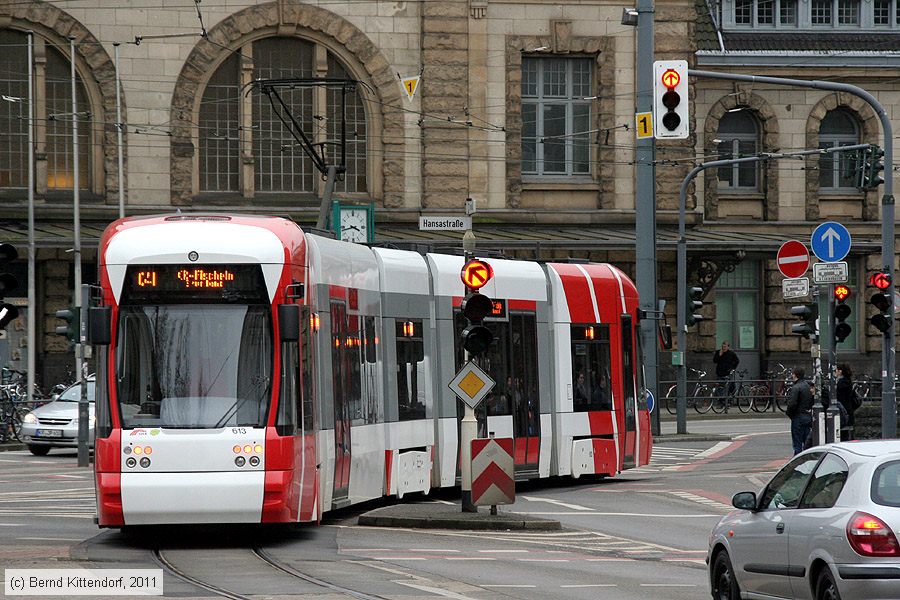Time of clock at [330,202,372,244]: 3:42
